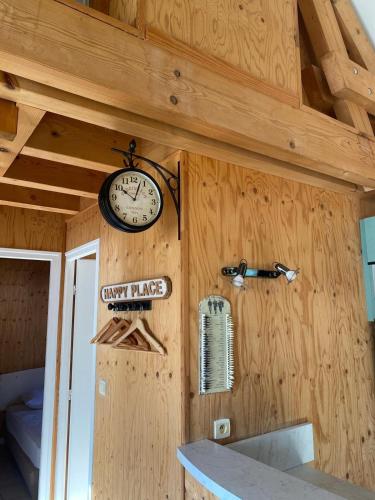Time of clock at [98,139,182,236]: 10:03
